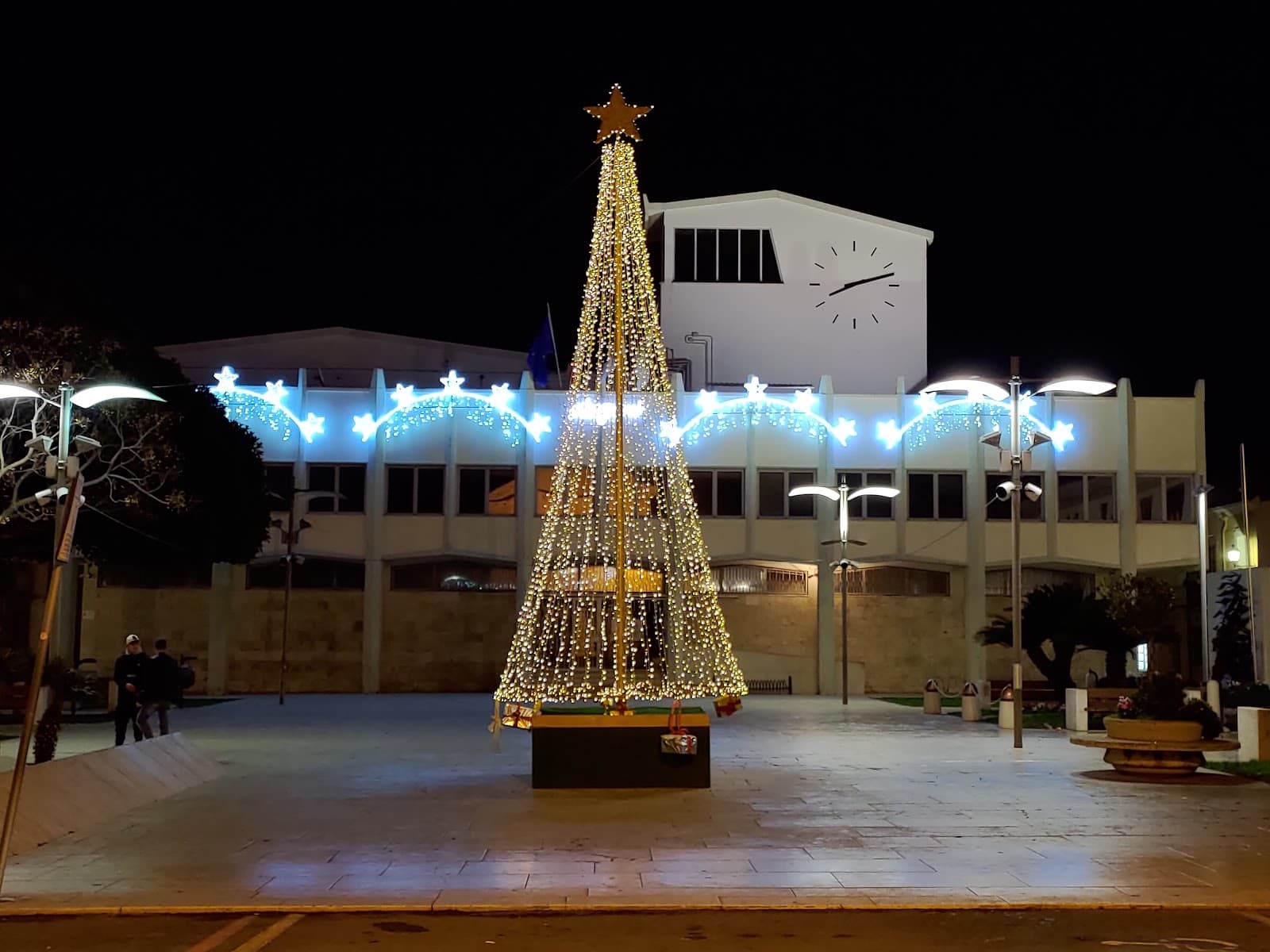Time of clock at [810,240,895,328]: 8:12
